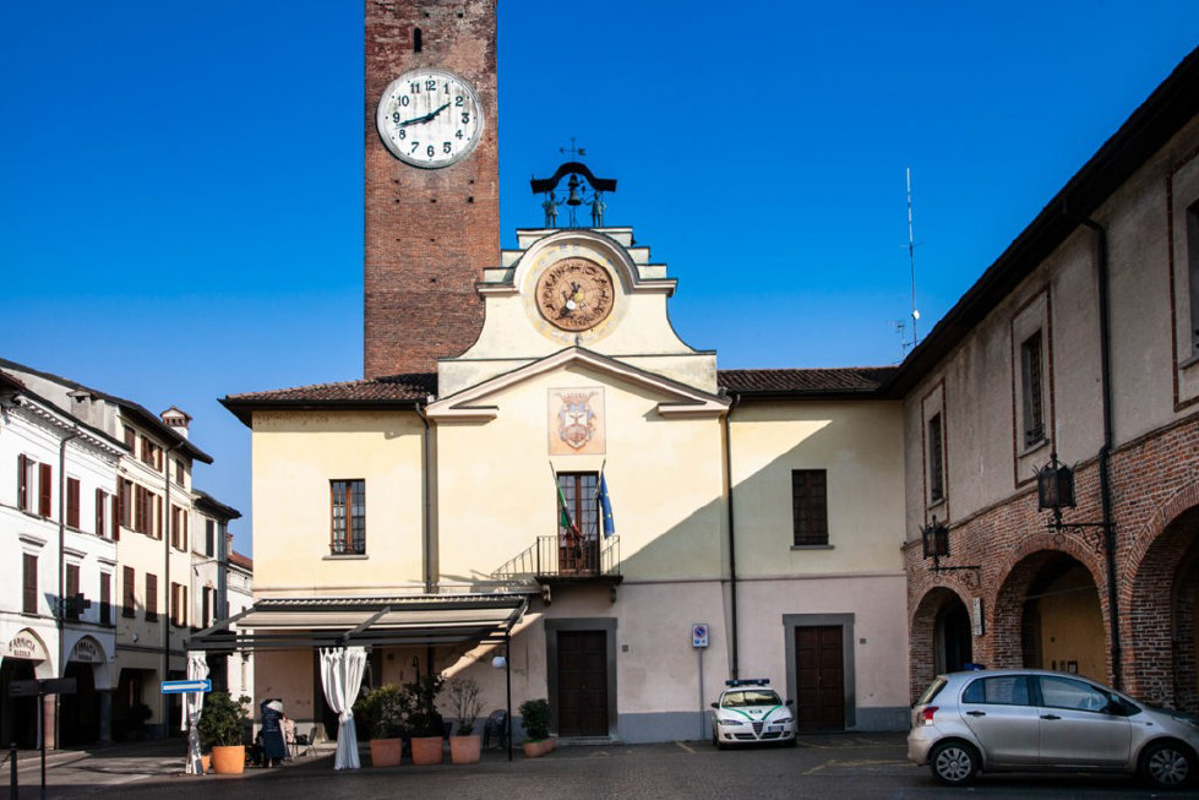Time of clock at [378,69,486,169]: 1:42
